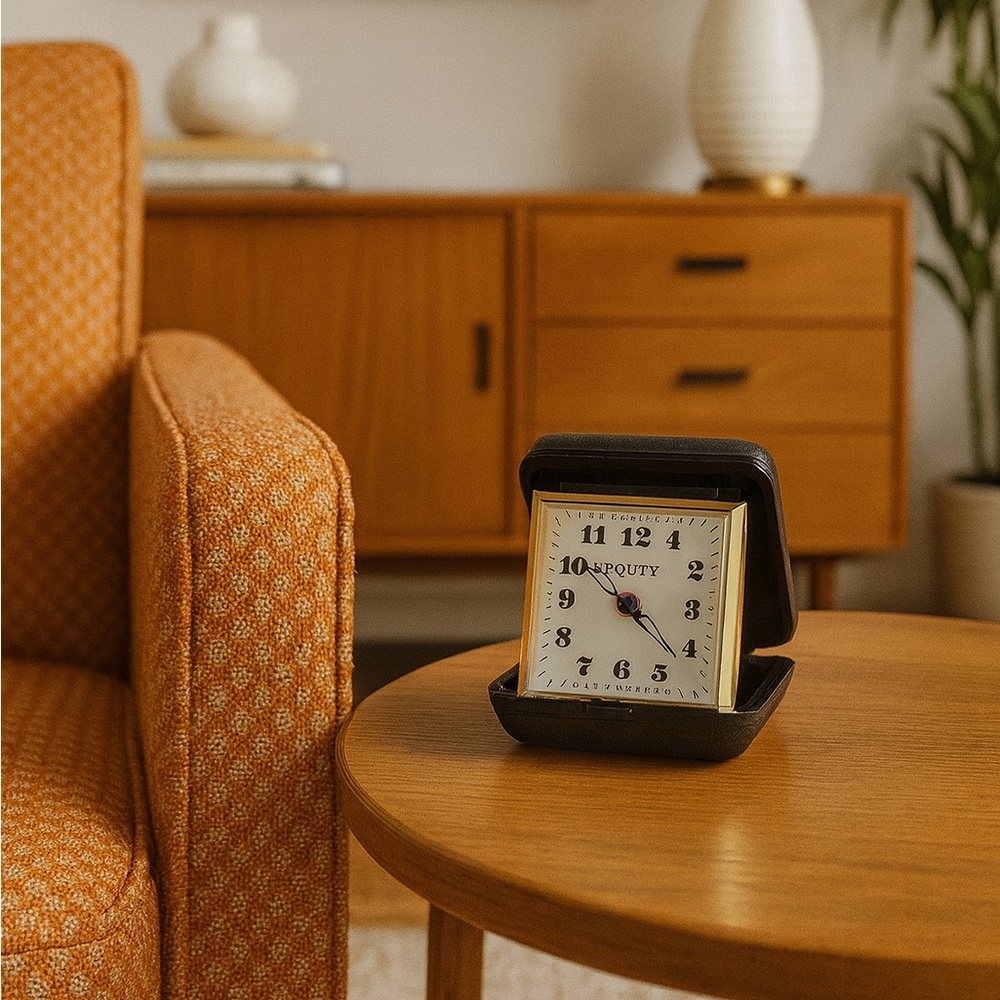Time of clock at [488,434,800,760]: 10:21
